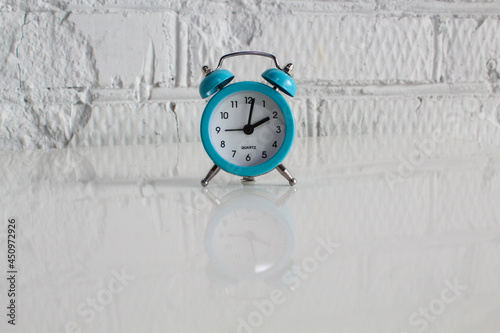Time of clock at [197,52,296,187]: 2:01
